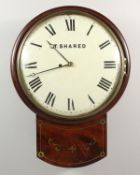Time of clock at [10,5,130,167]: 10:42
